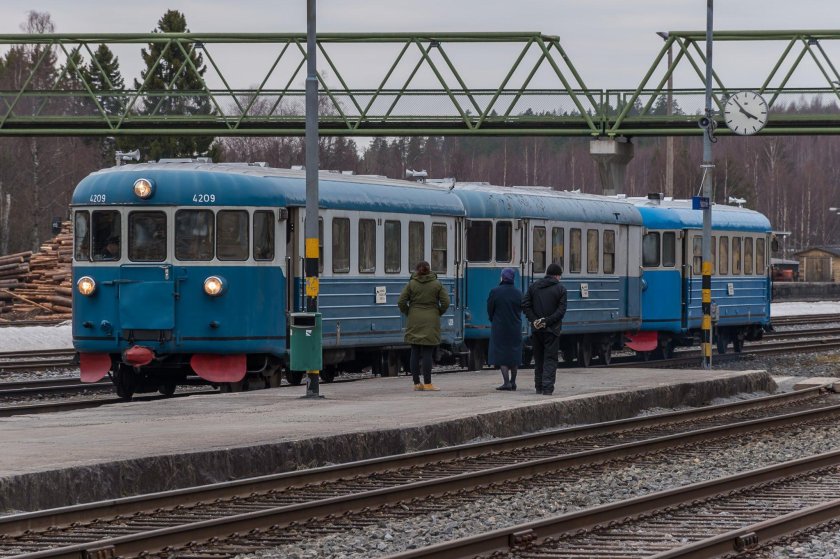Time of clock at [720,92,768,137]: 3:53
